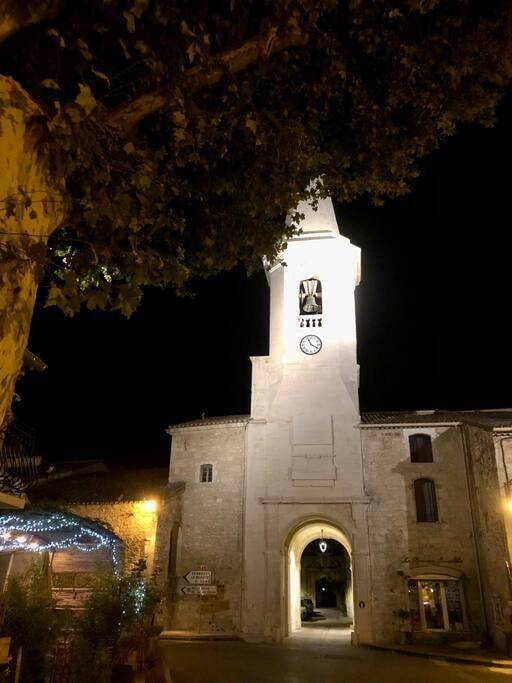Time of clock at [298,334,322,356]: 11:19
